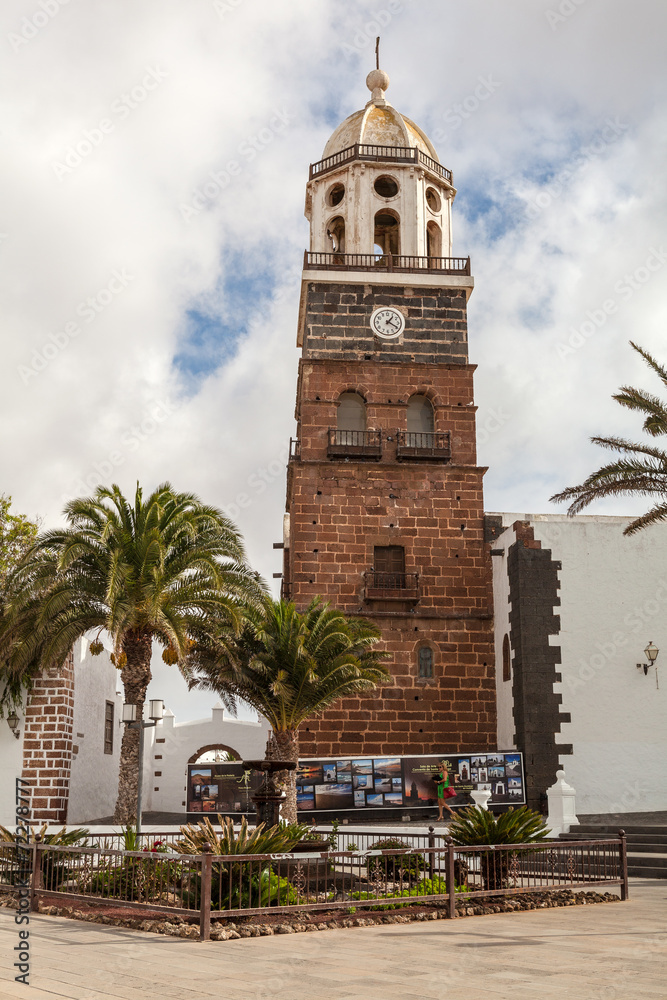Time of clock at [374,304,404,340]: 1:19
